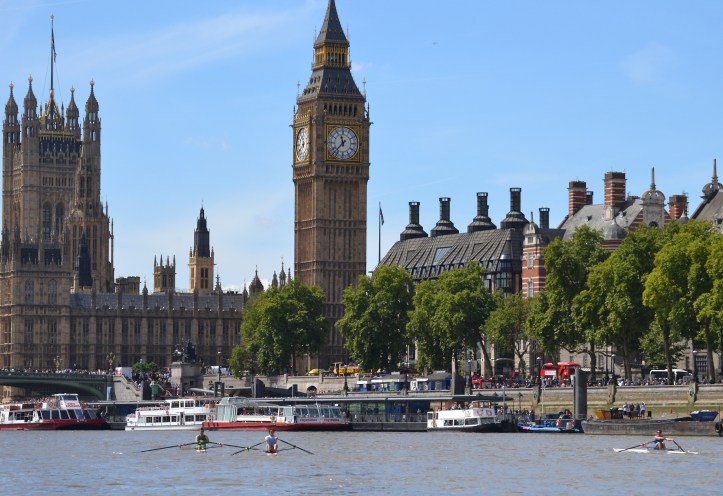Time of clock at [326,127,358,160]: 11:37
